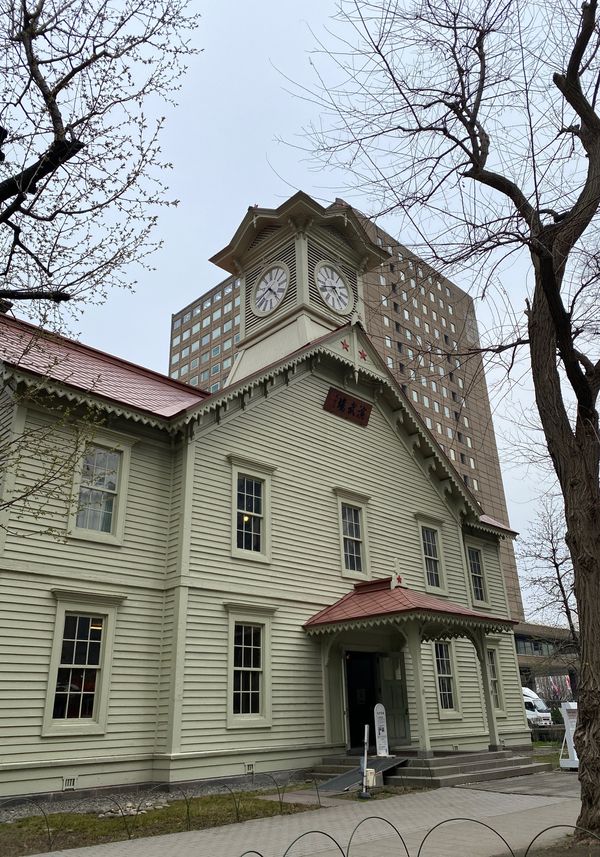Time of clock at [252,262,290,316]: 4:40
